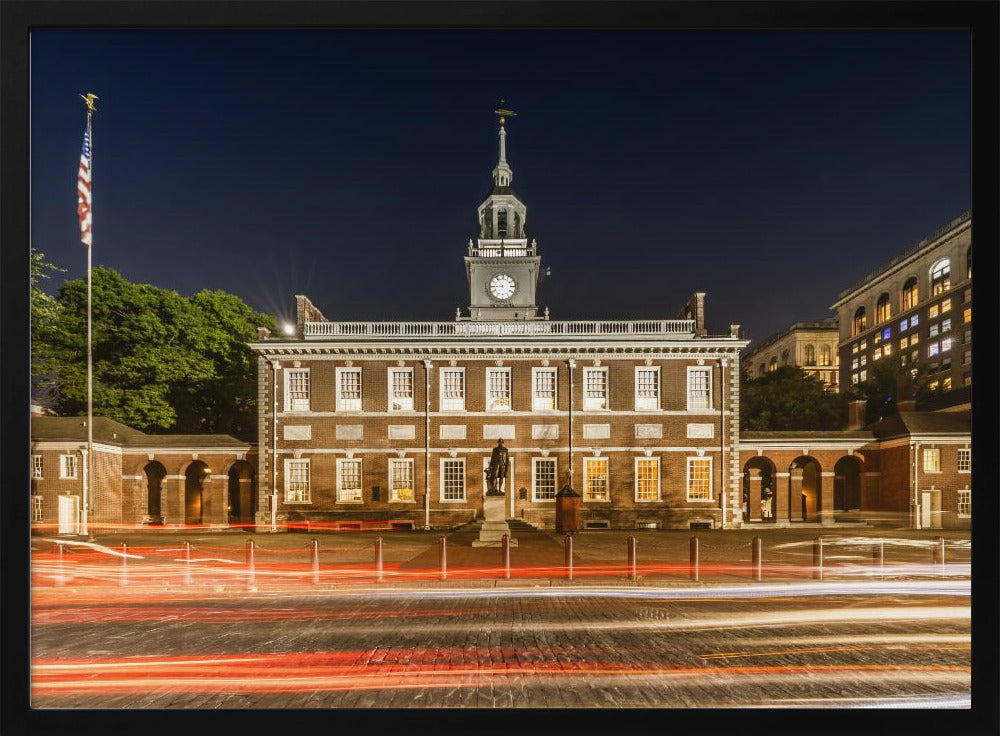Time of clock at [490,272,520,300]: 8:53
